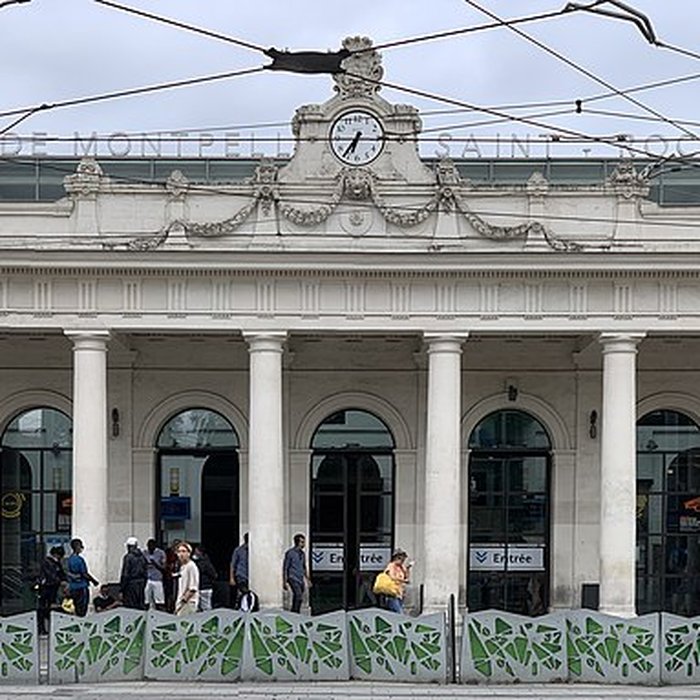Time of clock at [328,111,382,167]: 7:15
